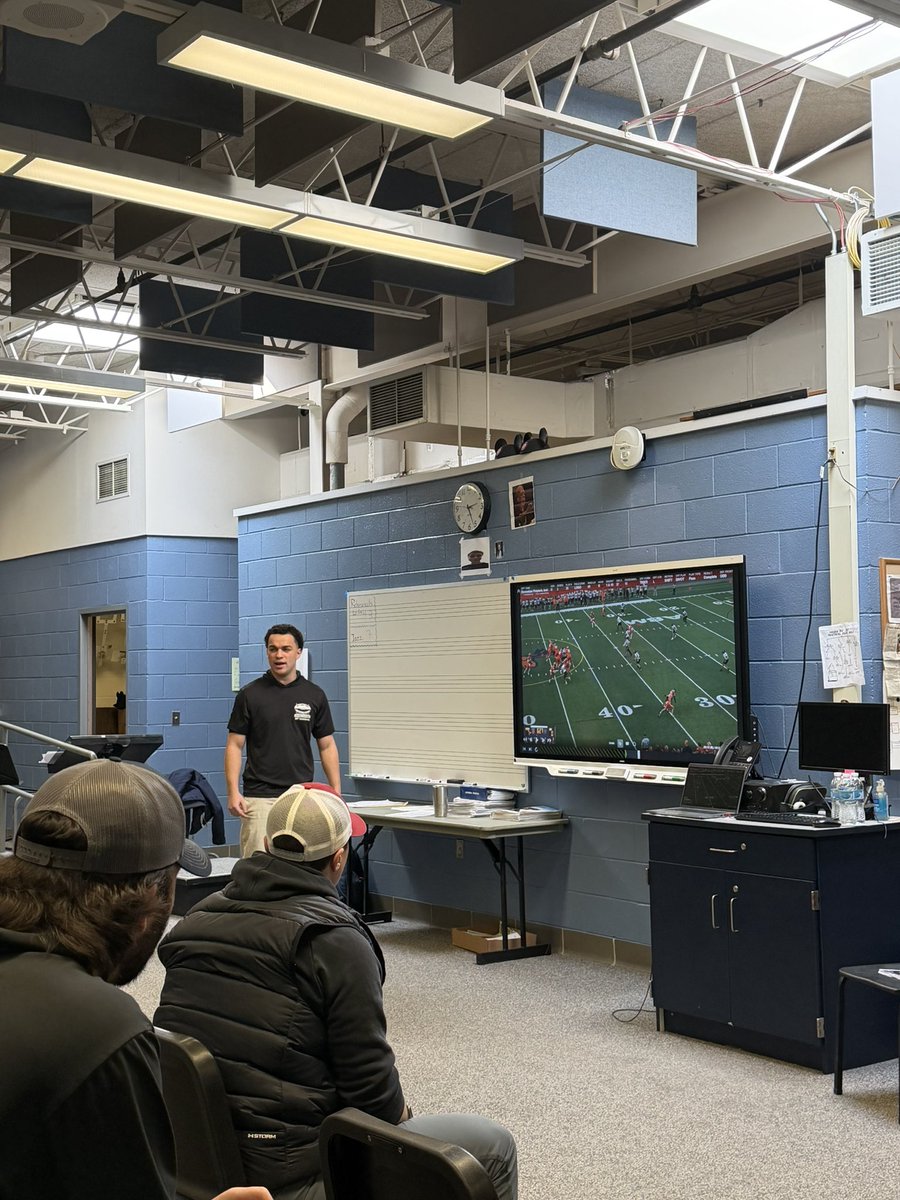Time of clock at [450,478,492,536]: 2:26
